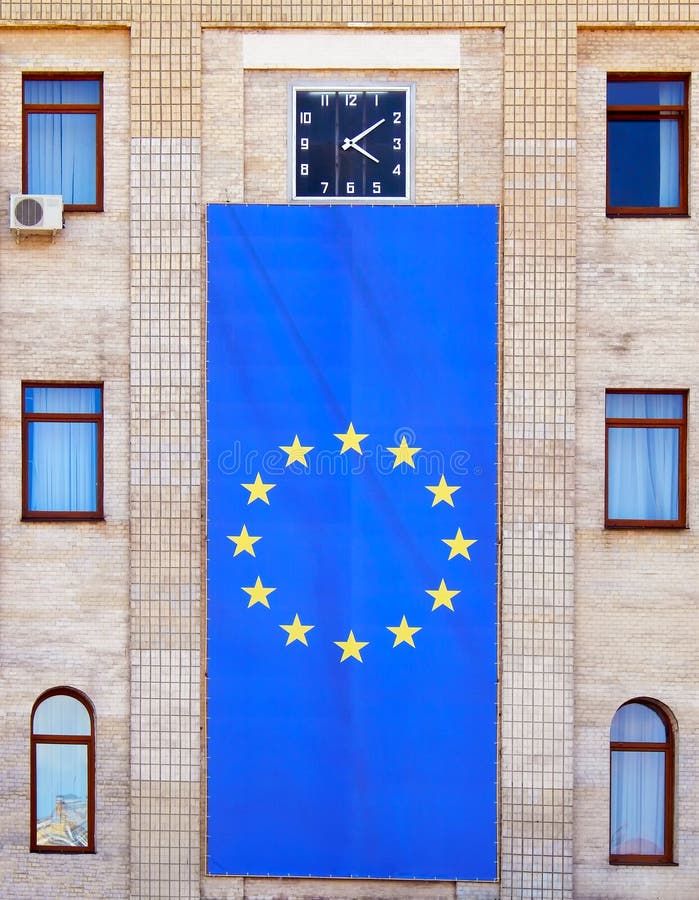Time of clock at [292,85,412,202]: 4:09
